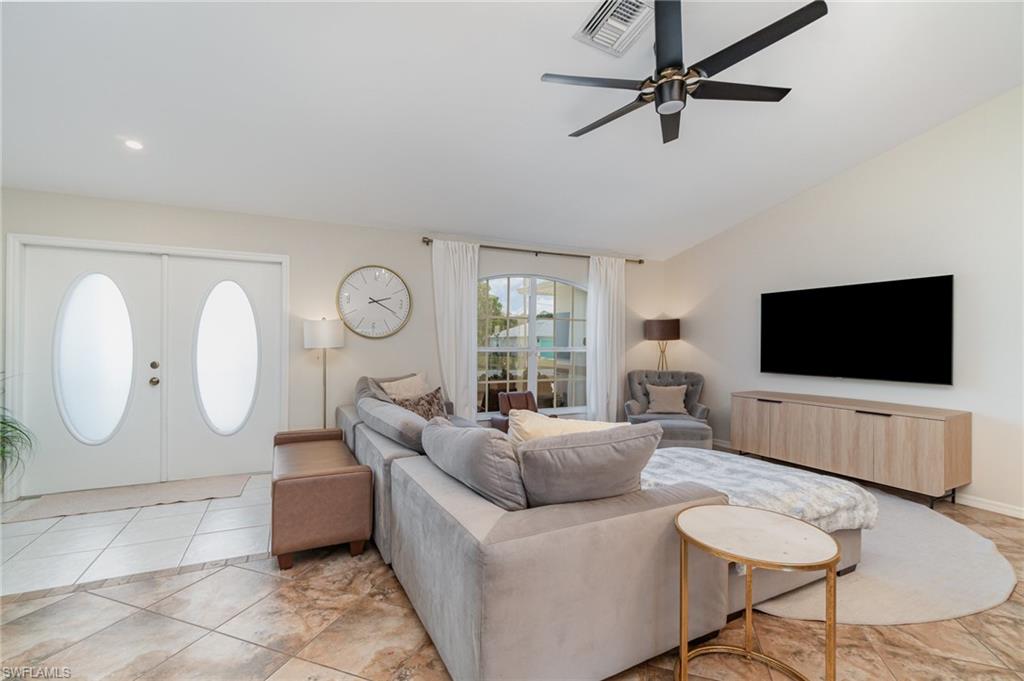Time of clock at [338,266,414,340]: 2:18
